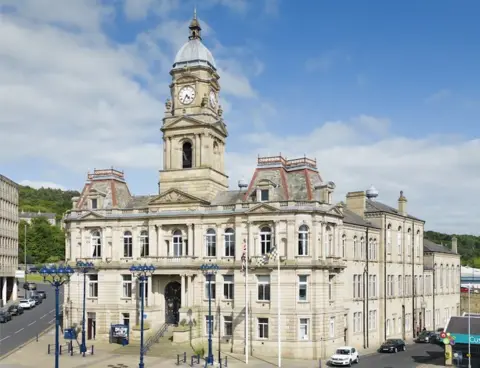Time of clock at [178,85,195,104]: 4:35
